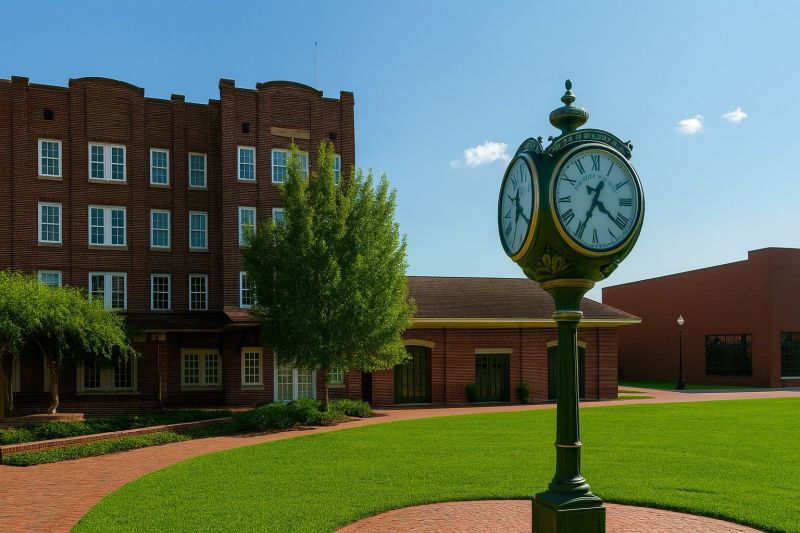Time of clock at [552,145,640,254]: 4:34
